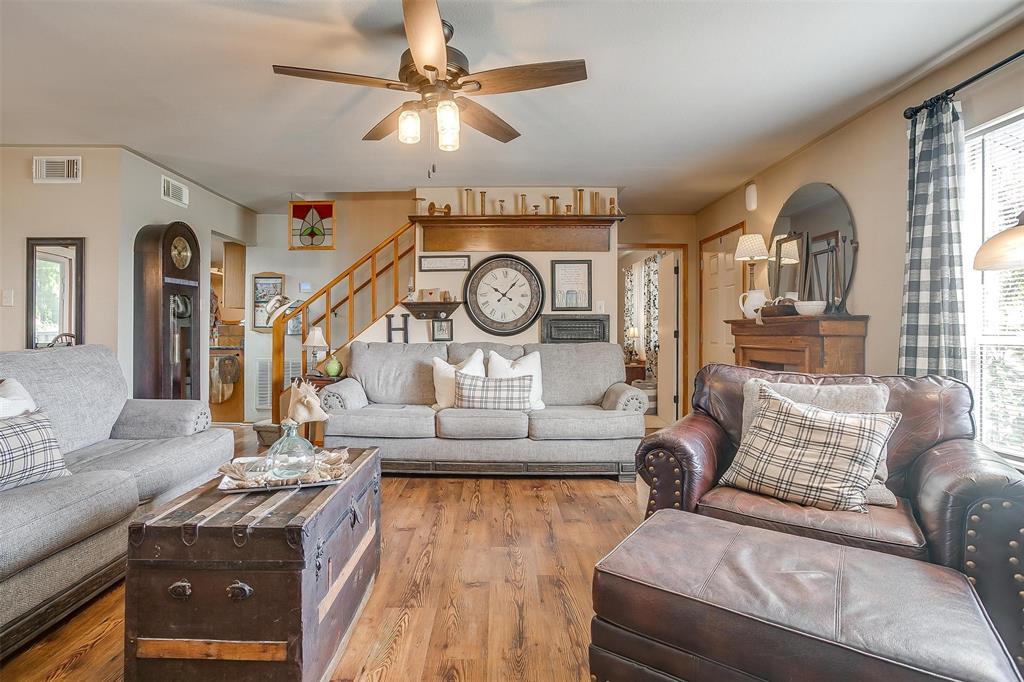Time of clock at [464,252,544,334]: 10:06
